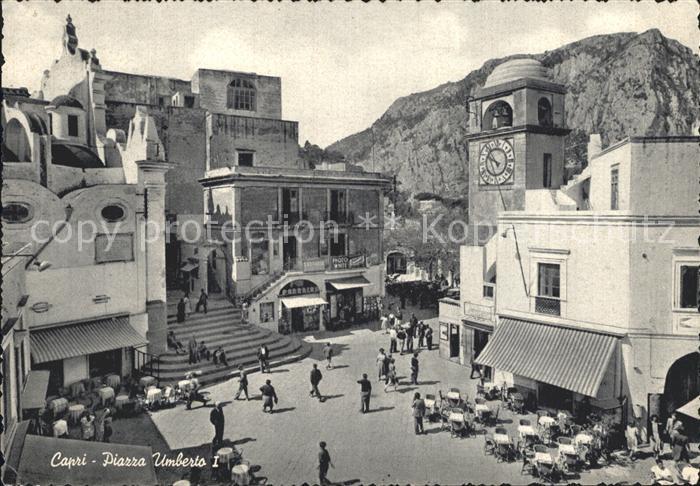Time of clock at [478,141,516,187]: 9:53
